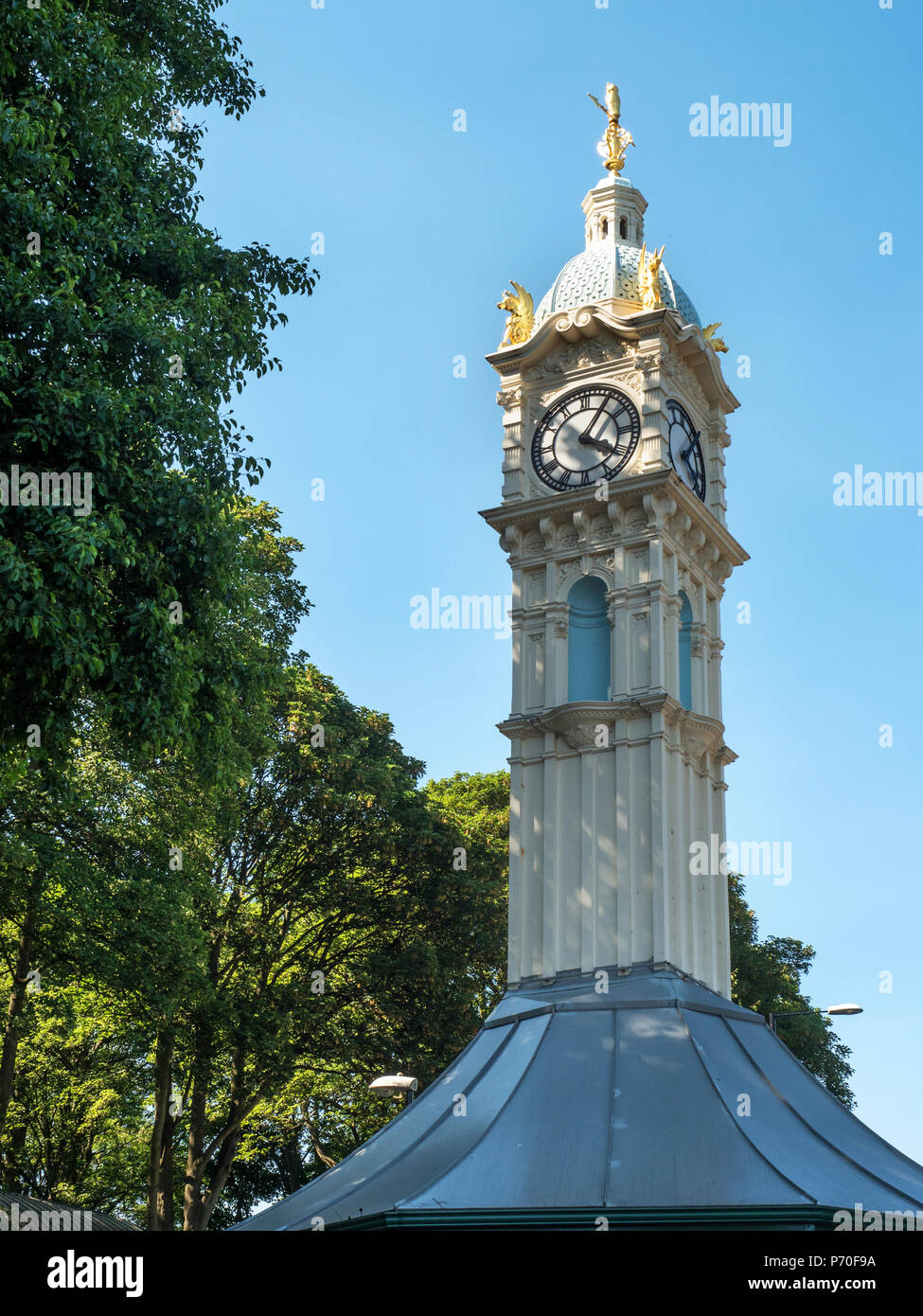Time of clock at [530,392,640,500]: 4:05
